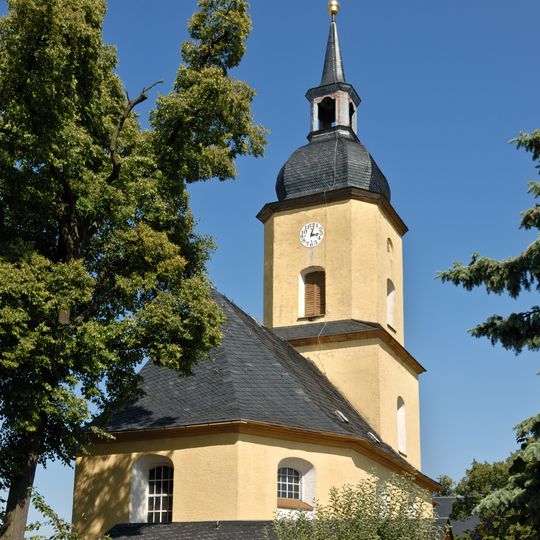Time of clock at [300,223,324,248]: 3:02
